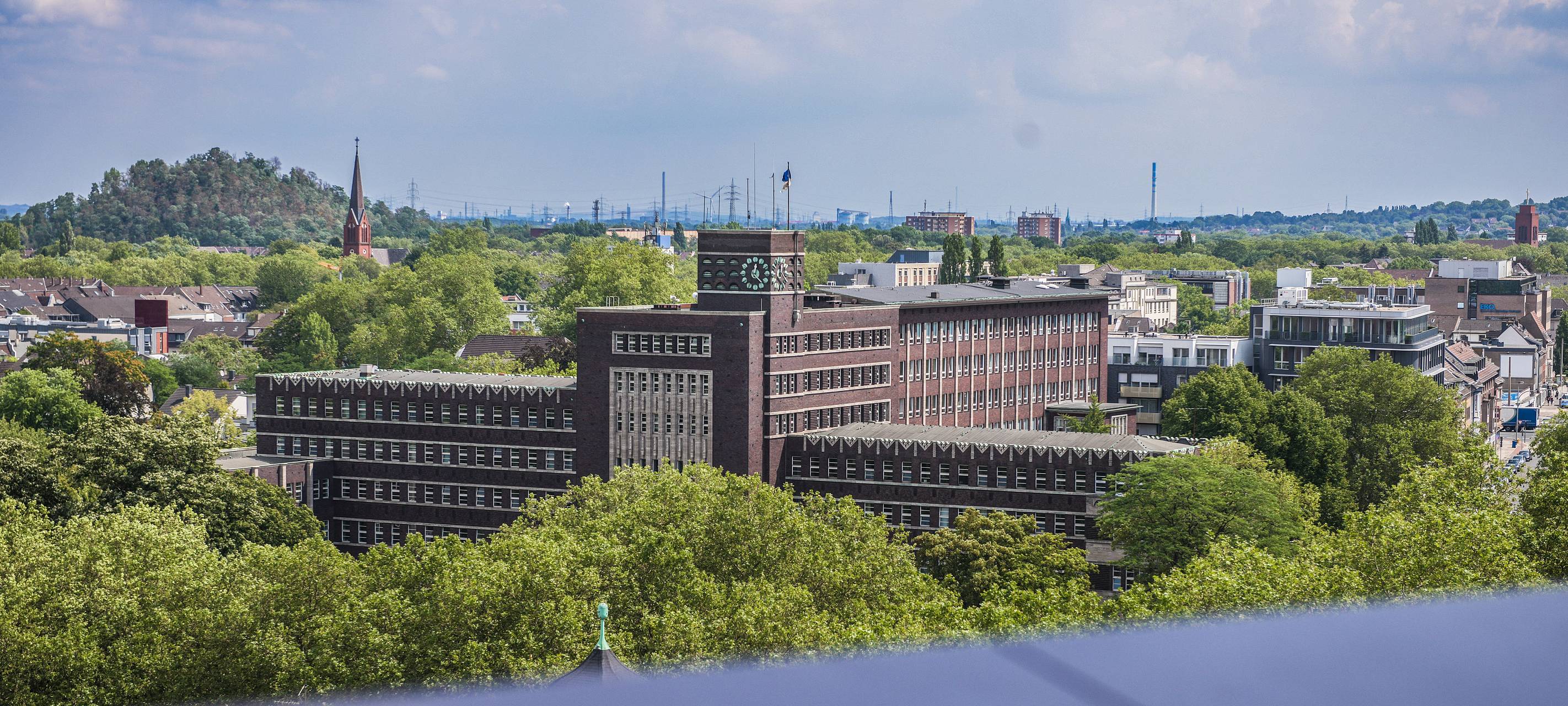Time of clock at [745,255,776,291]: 12:22
